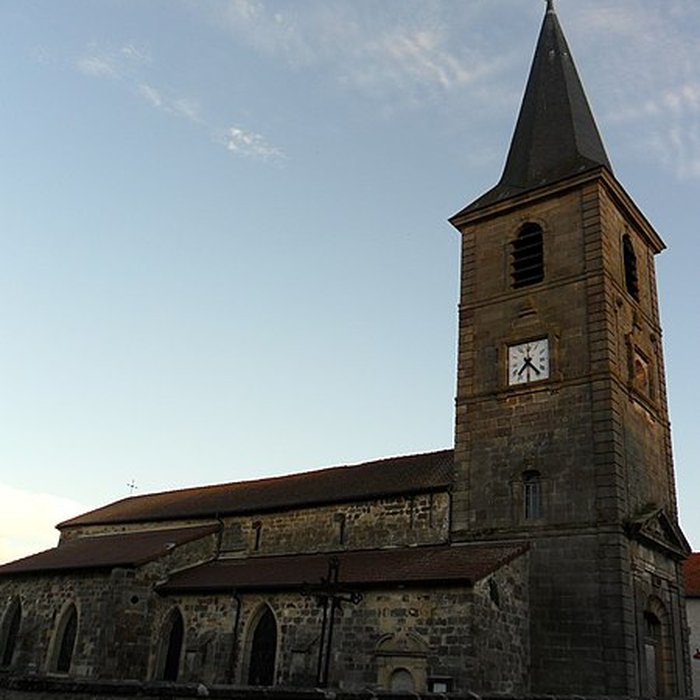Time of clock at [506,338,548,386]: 7:23
